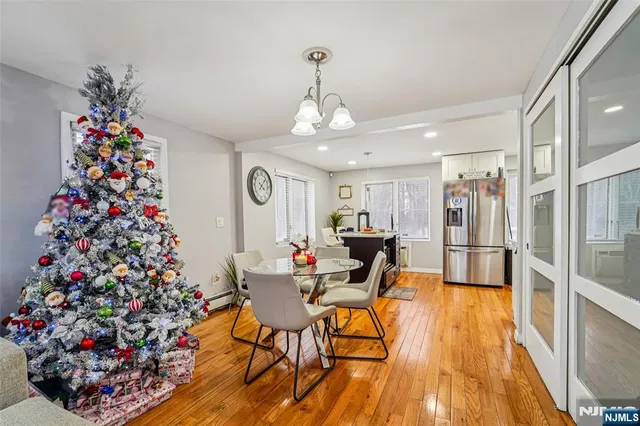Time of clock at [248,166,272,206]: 4:07
